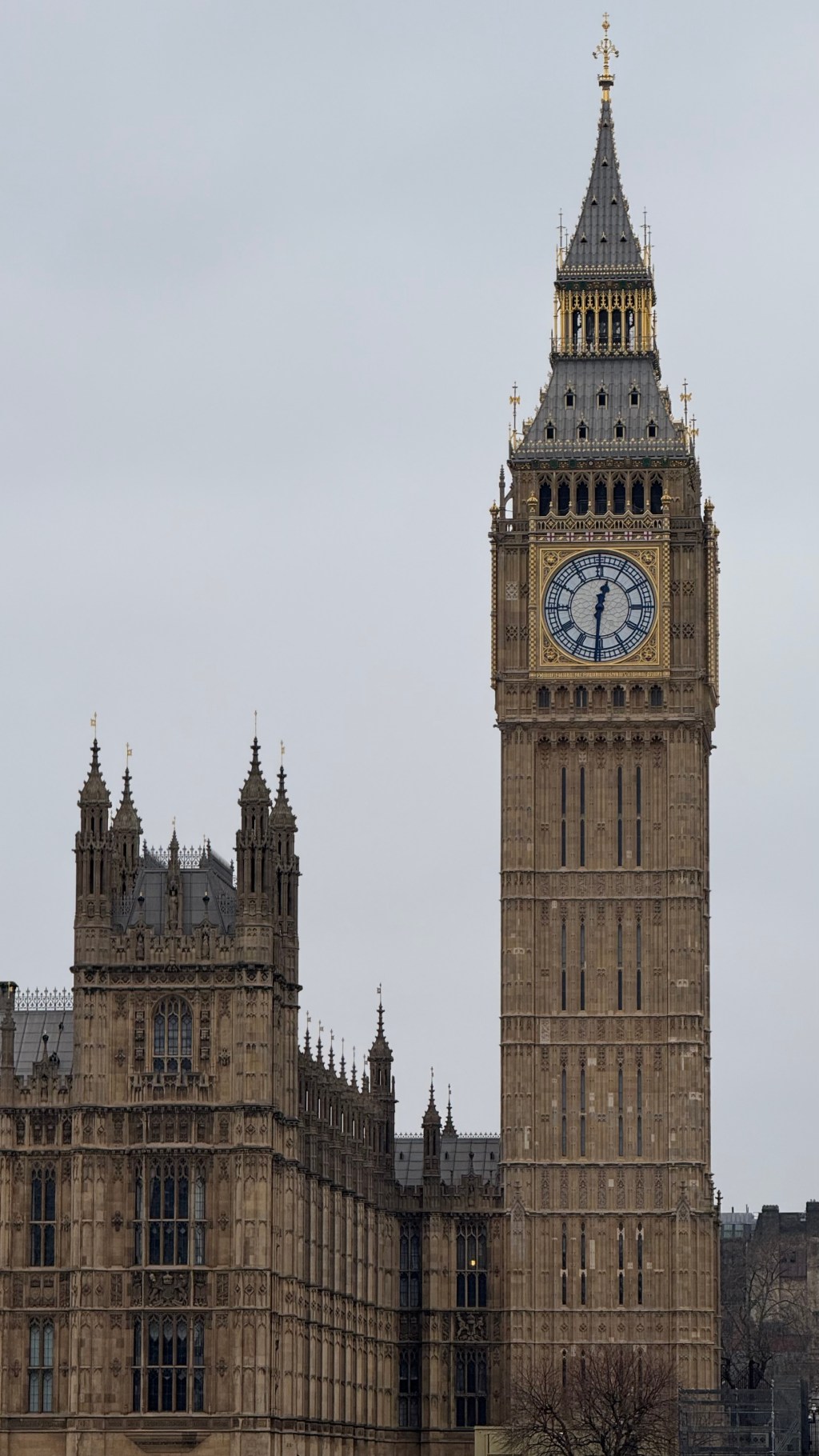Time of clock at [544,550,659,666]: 12:30
